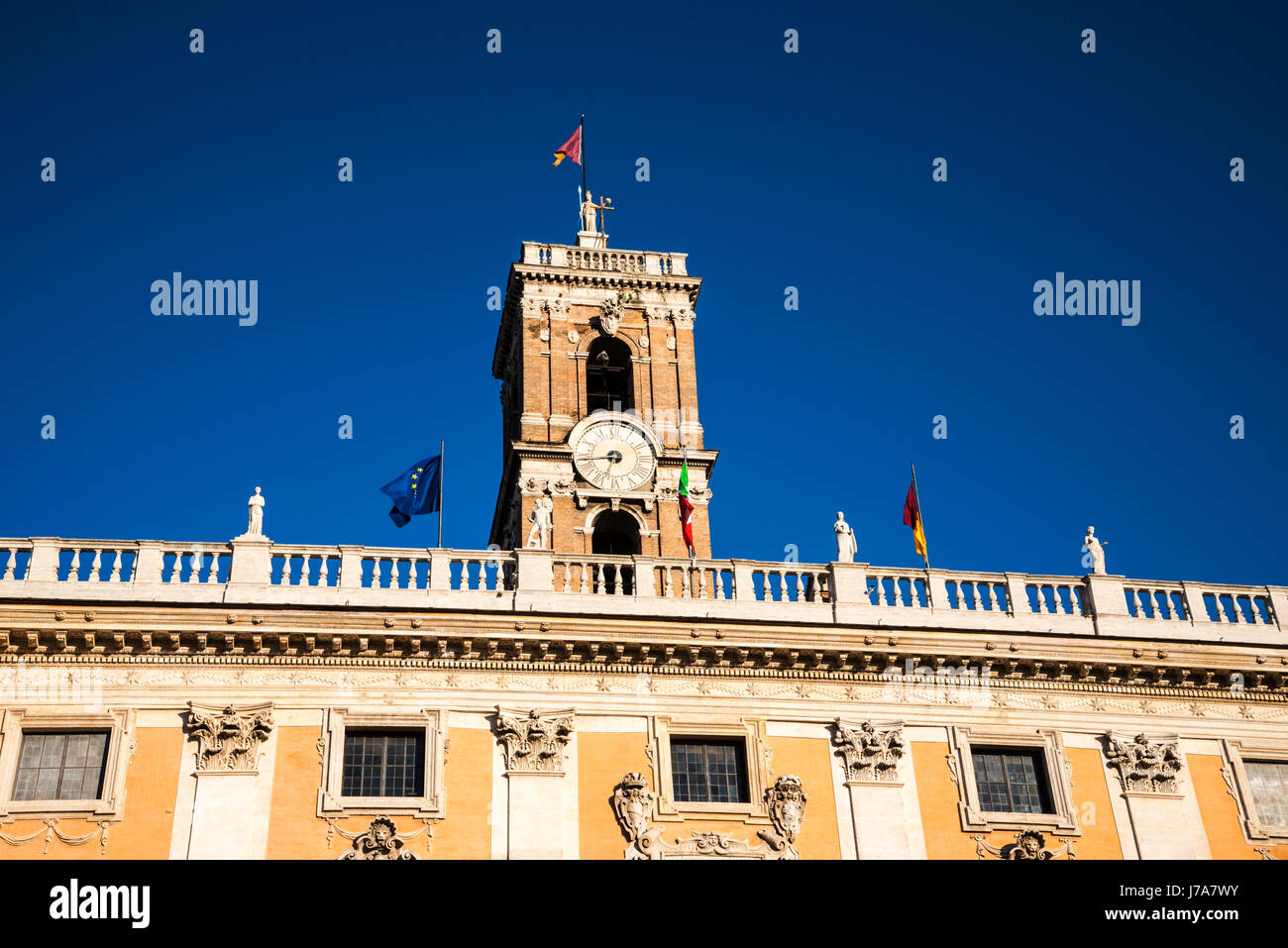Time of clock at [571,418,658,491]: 6:43
